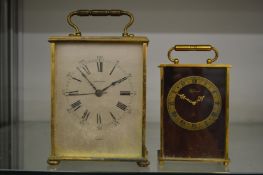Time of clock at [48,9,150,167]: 1:52
